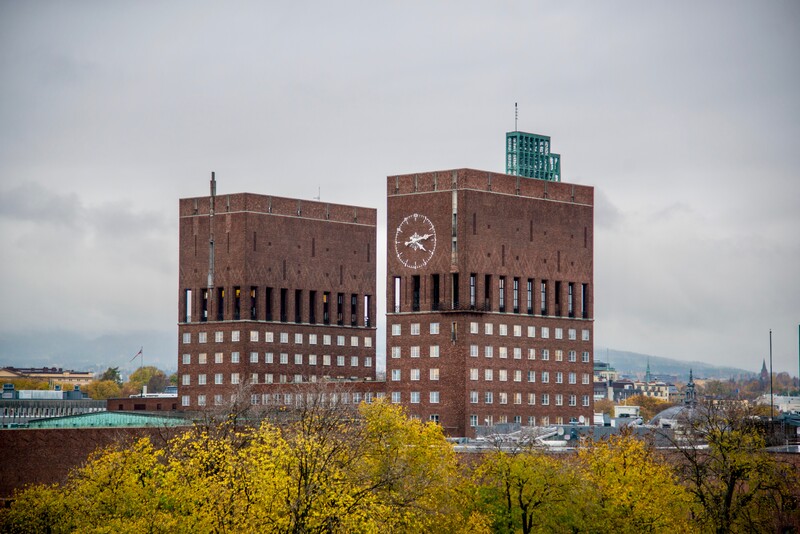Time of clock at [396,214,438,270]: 4:12
